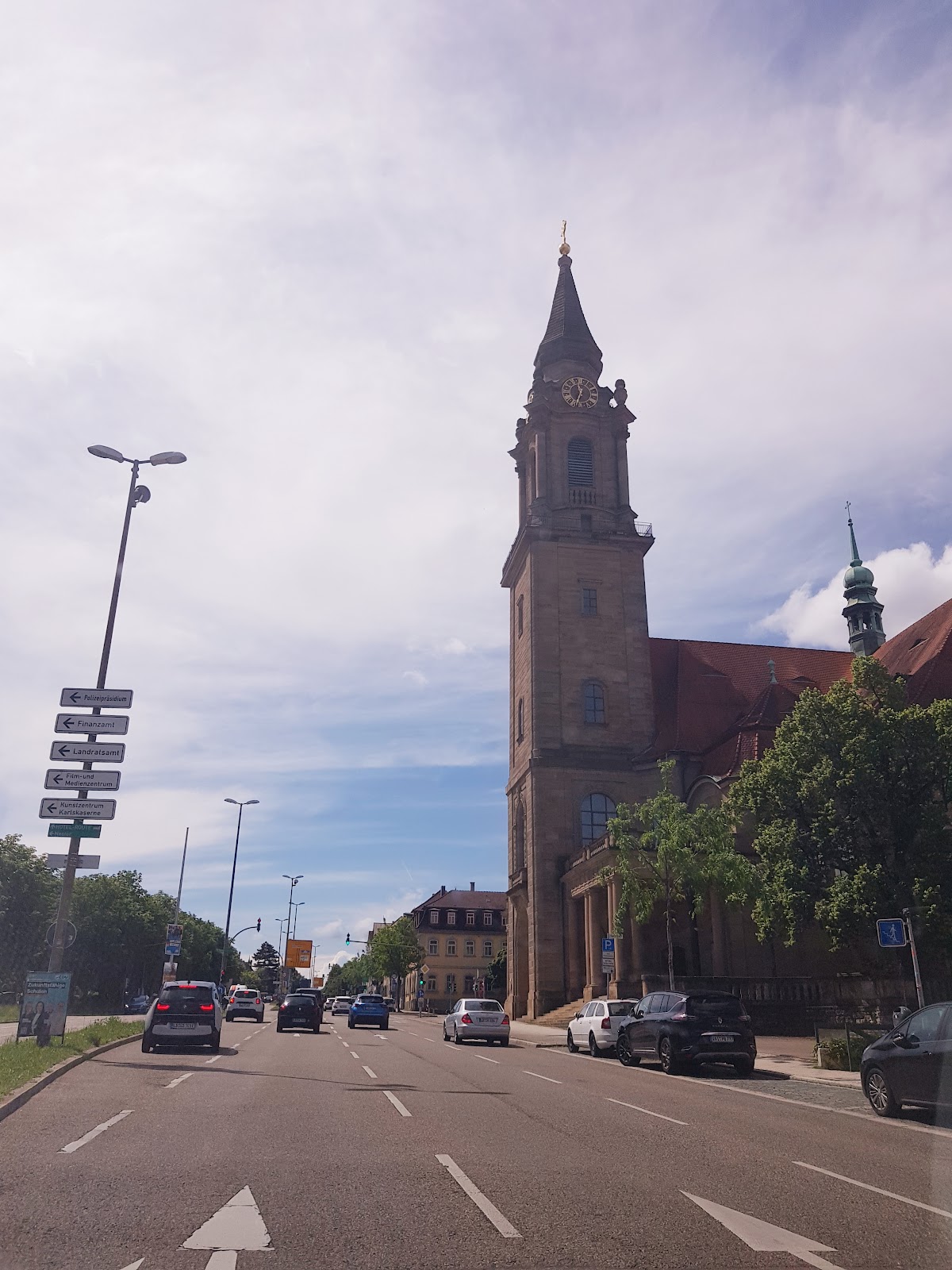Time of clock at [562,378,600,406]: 11:33
